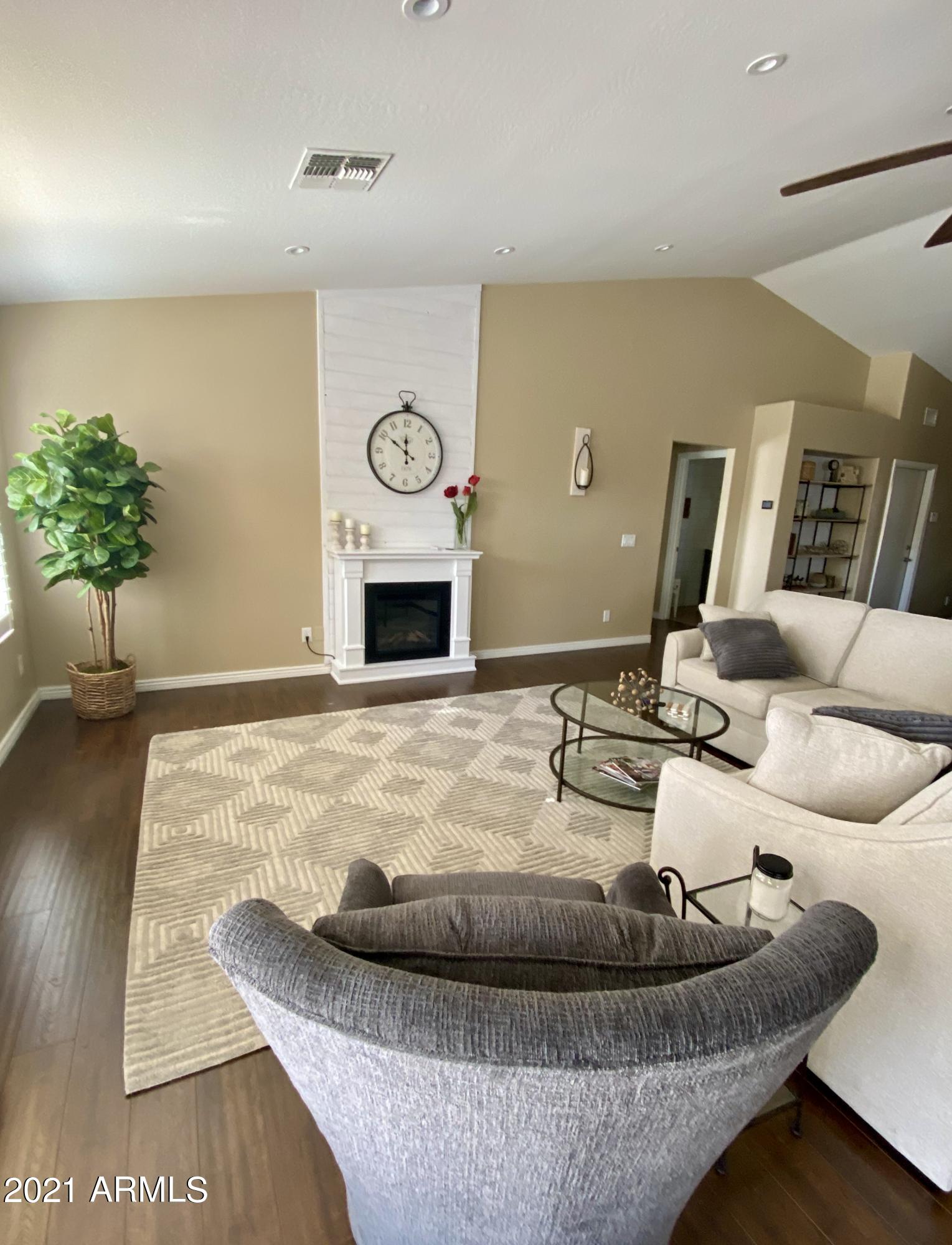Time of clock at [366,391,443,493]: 11:50
